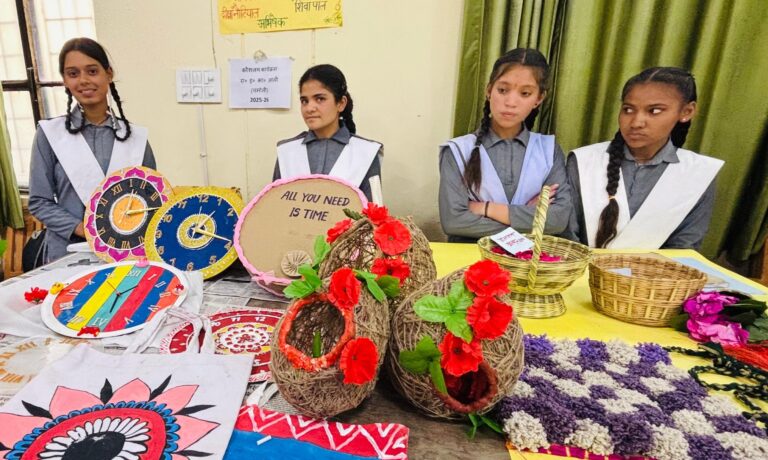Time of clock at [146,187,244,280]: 1:18
